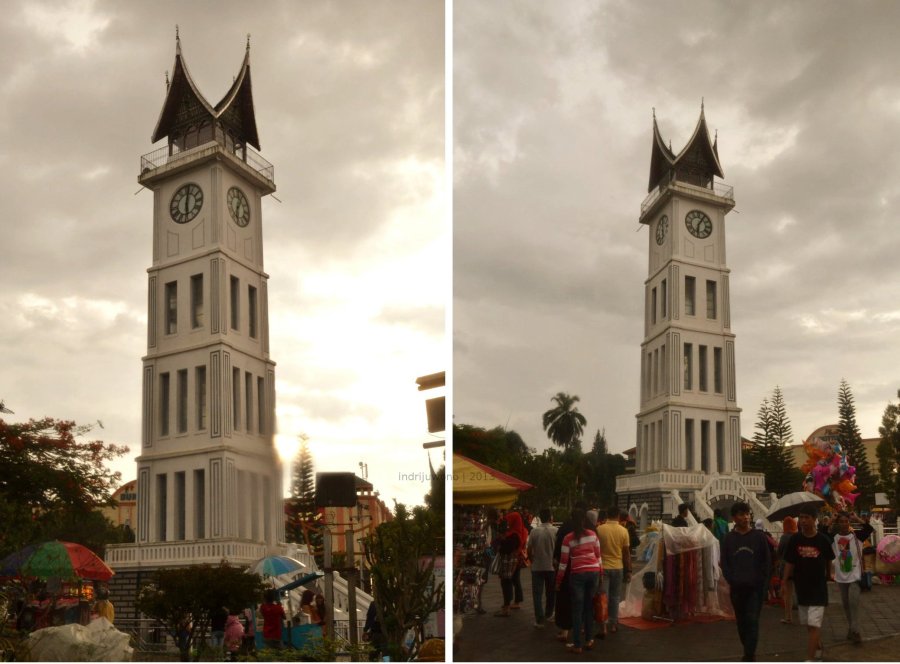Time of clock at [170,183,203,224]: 6:01
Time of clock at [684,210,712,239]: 6:05
